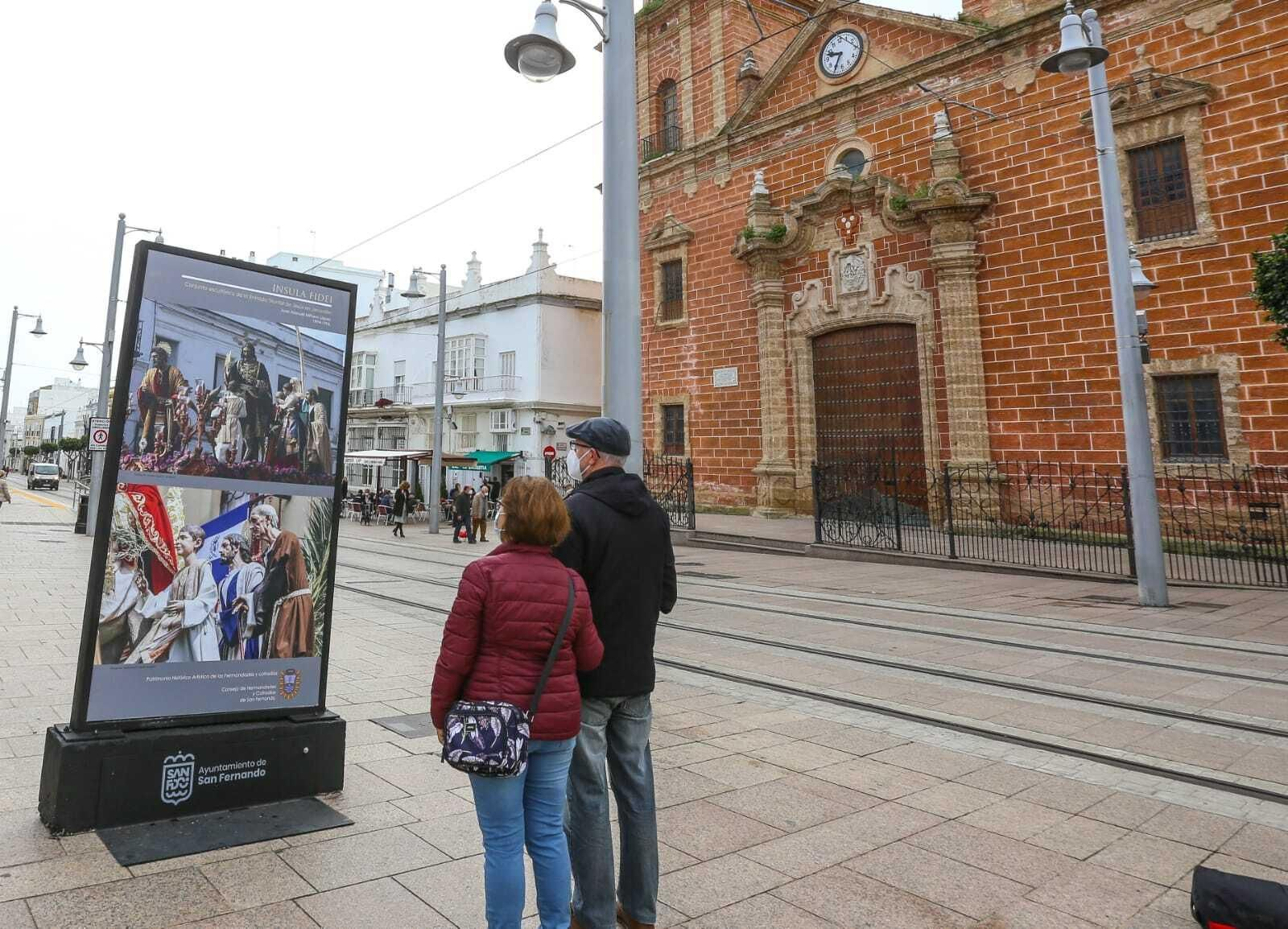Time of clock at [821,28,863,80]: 9:34
